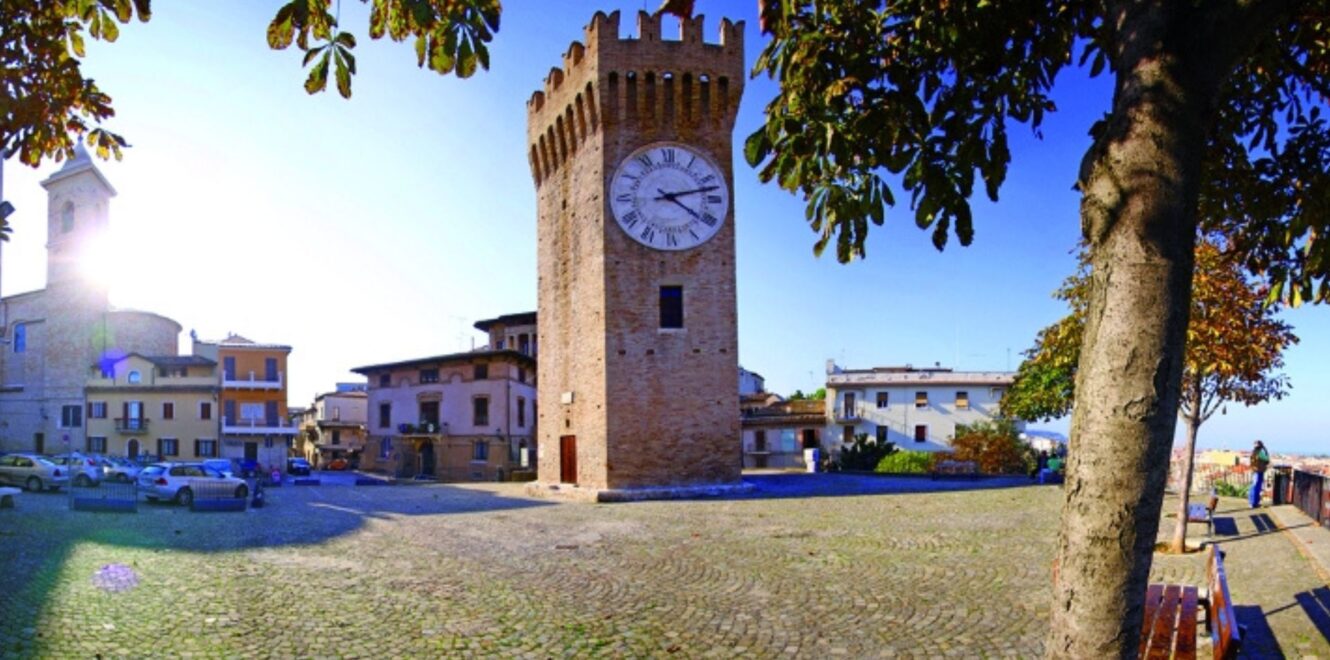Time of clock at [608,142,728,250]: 4:12
